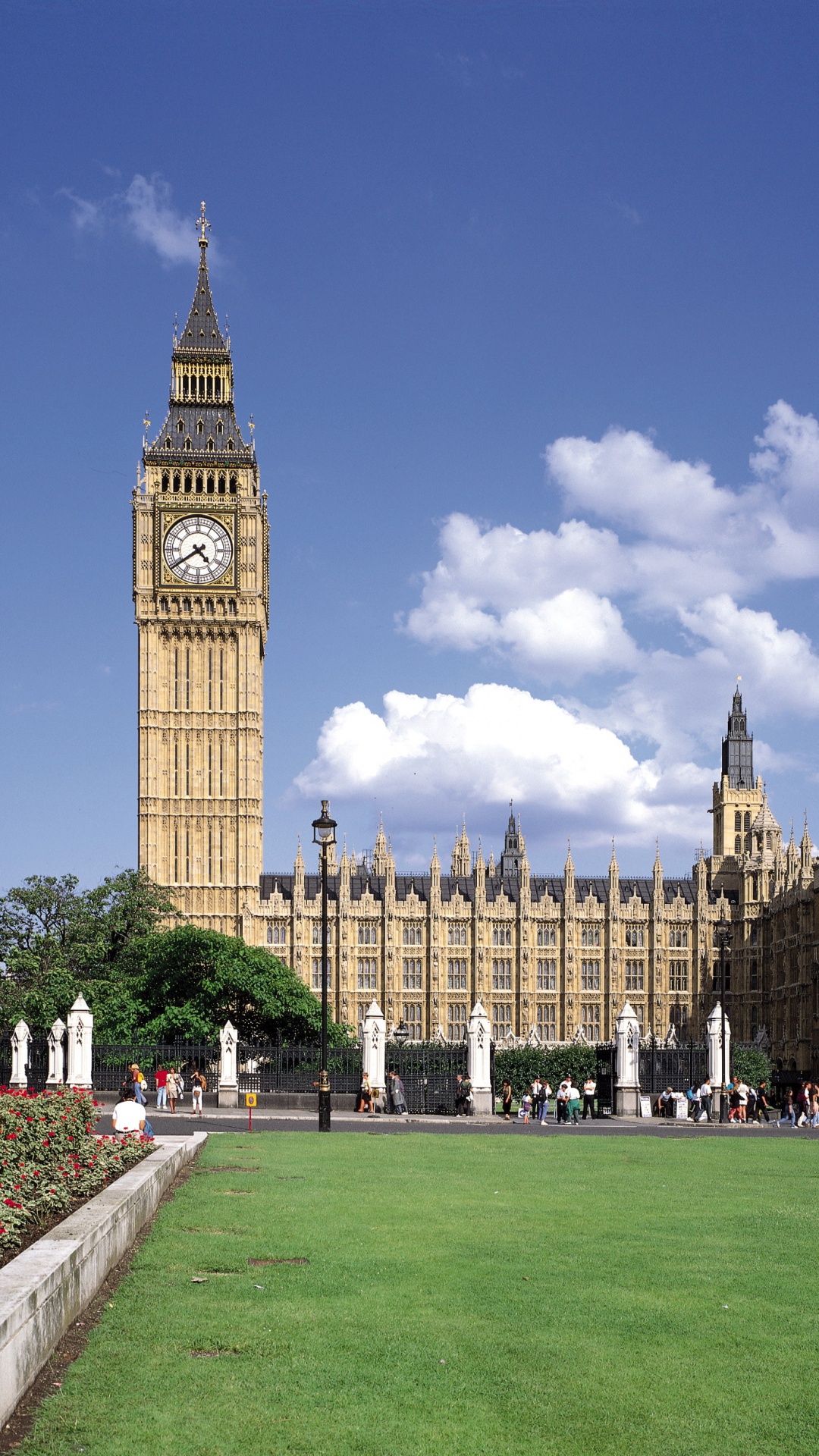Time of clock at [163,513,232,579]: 4:39
